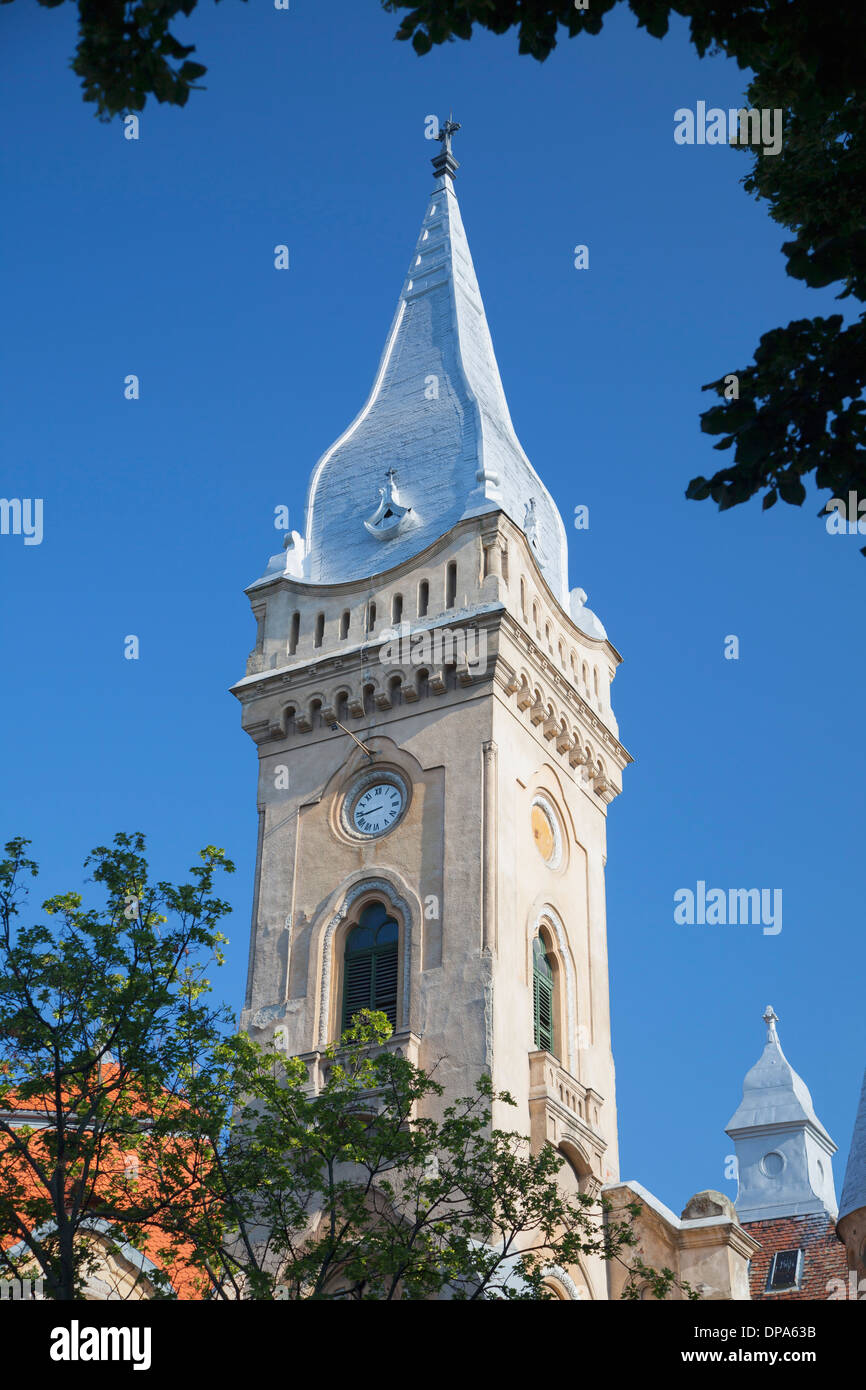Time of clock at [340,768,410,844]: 8:43
